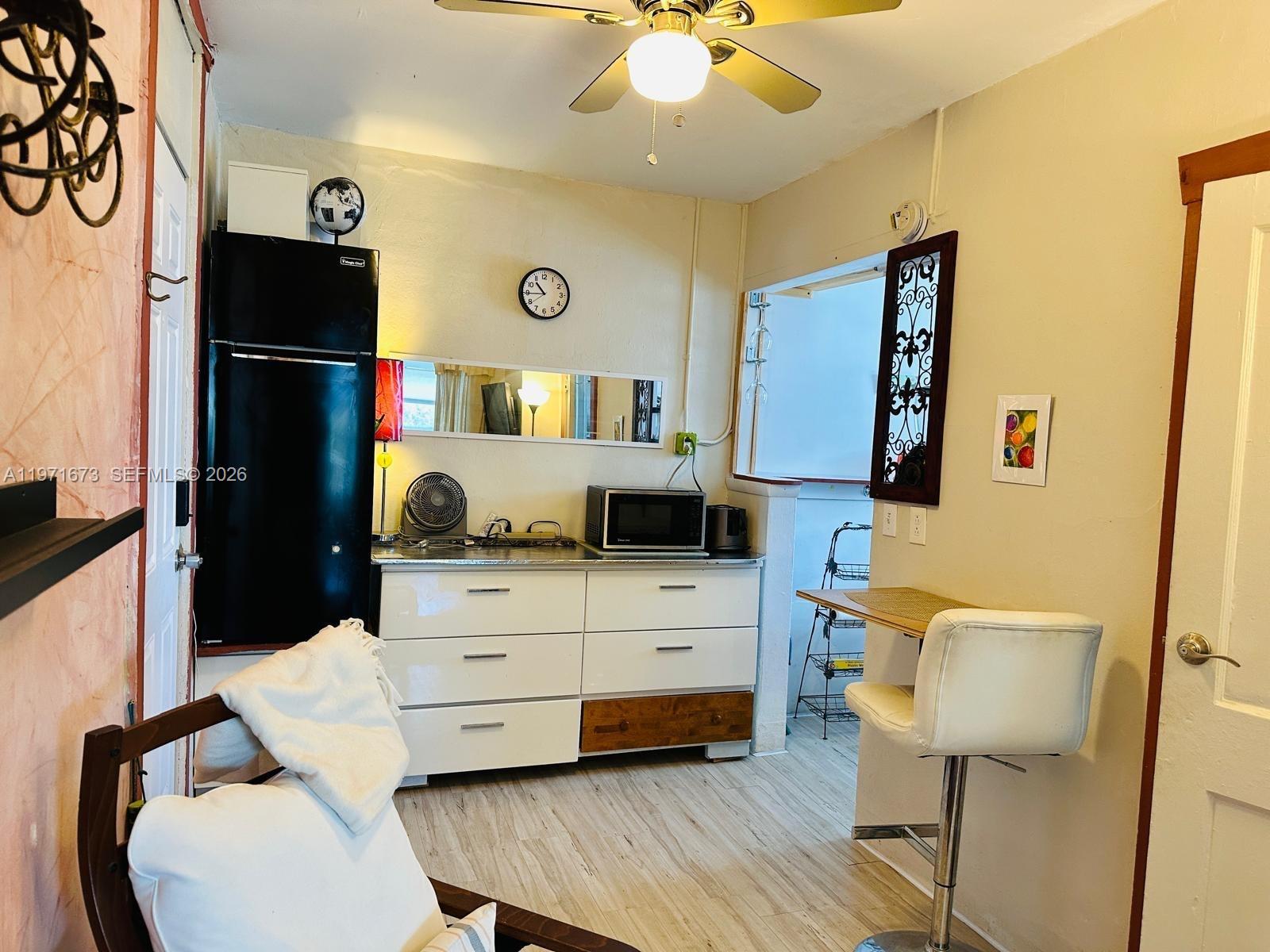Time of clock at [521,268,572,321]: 10:44
